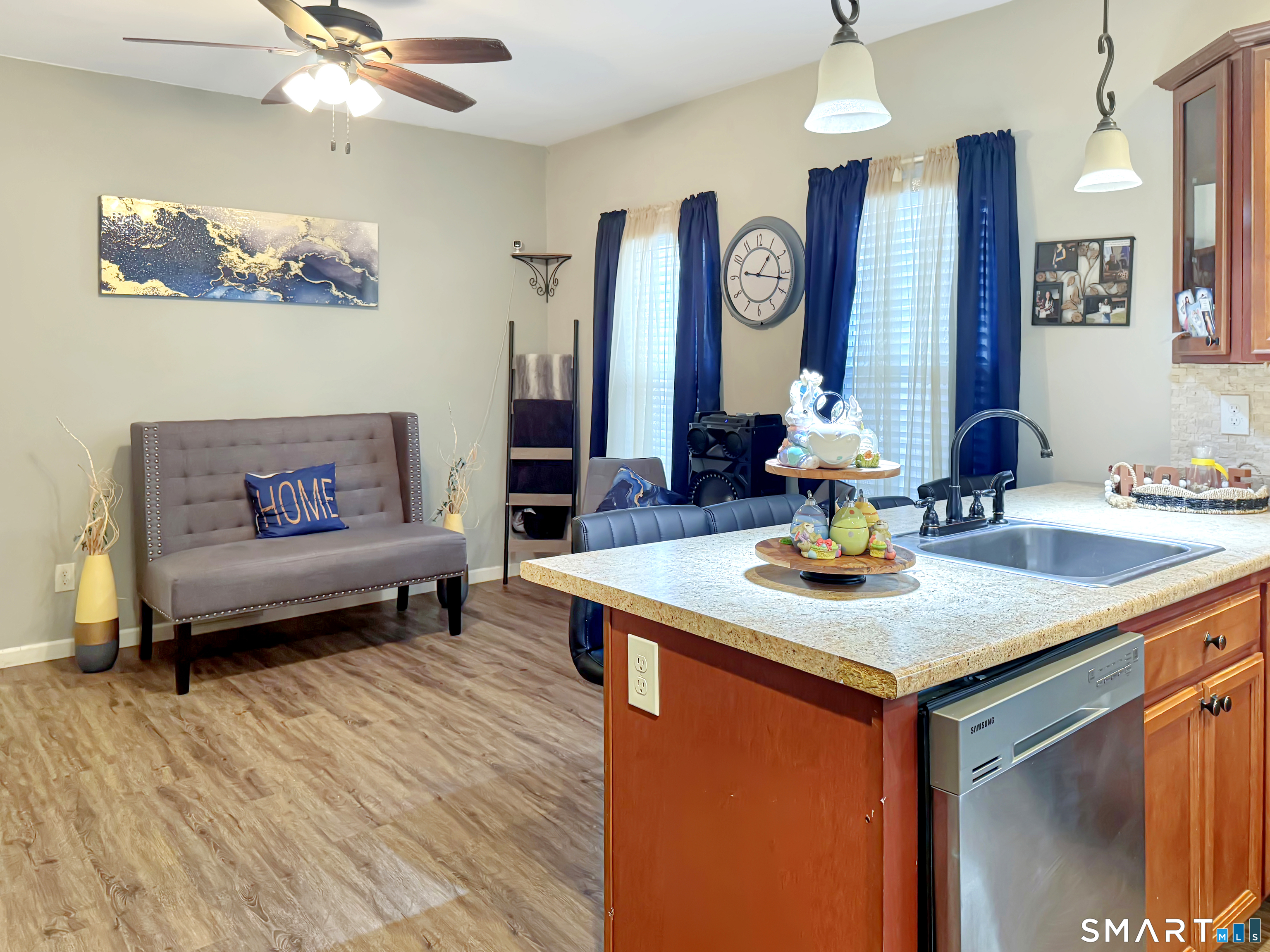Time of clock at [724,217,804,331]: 1:16
